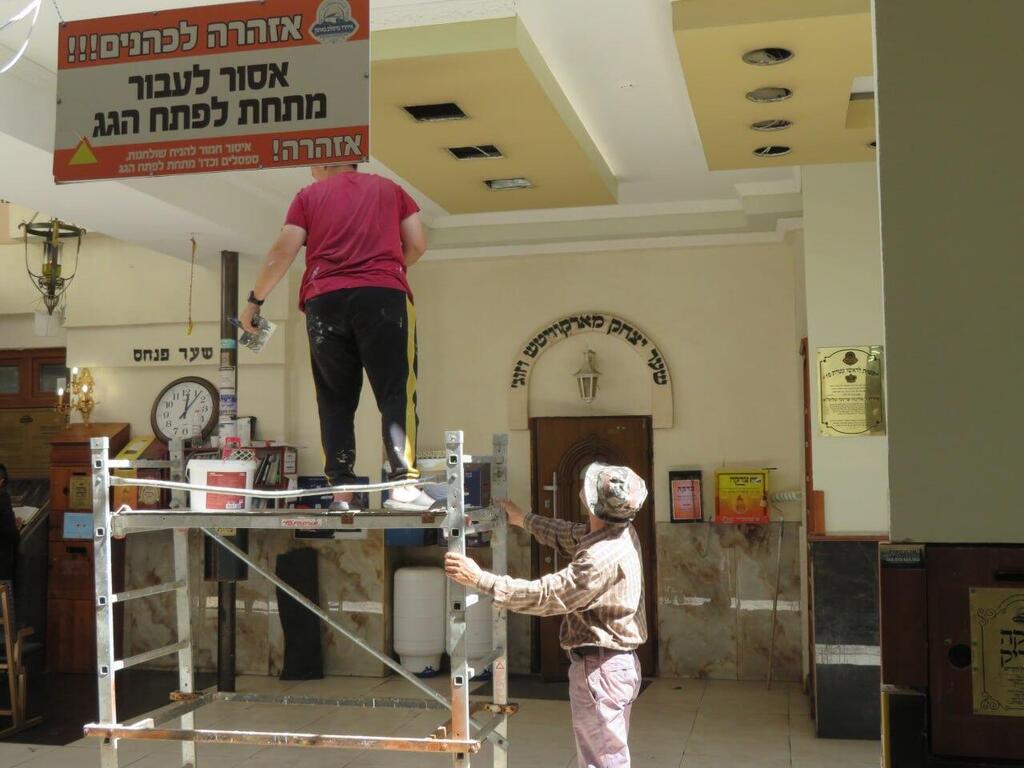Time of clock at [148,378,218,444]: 12:06
